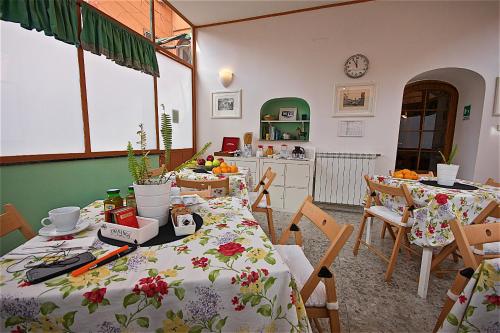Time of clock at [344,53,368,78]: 11:55
